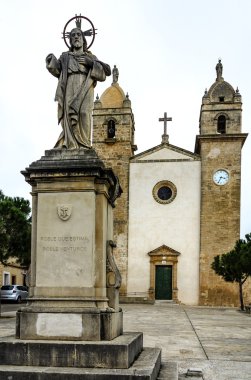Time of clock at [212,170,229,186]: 3:34
